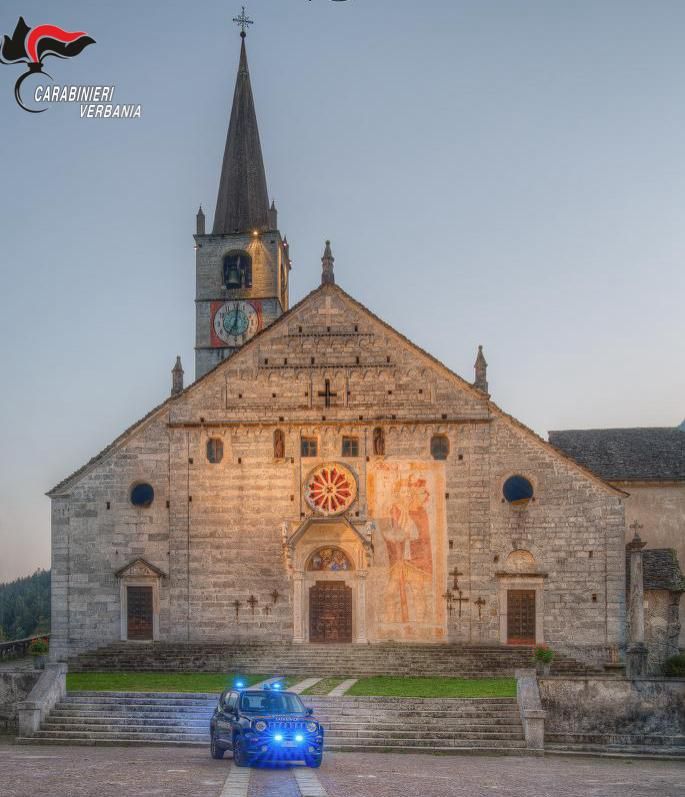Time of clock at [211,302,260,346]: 7:01
